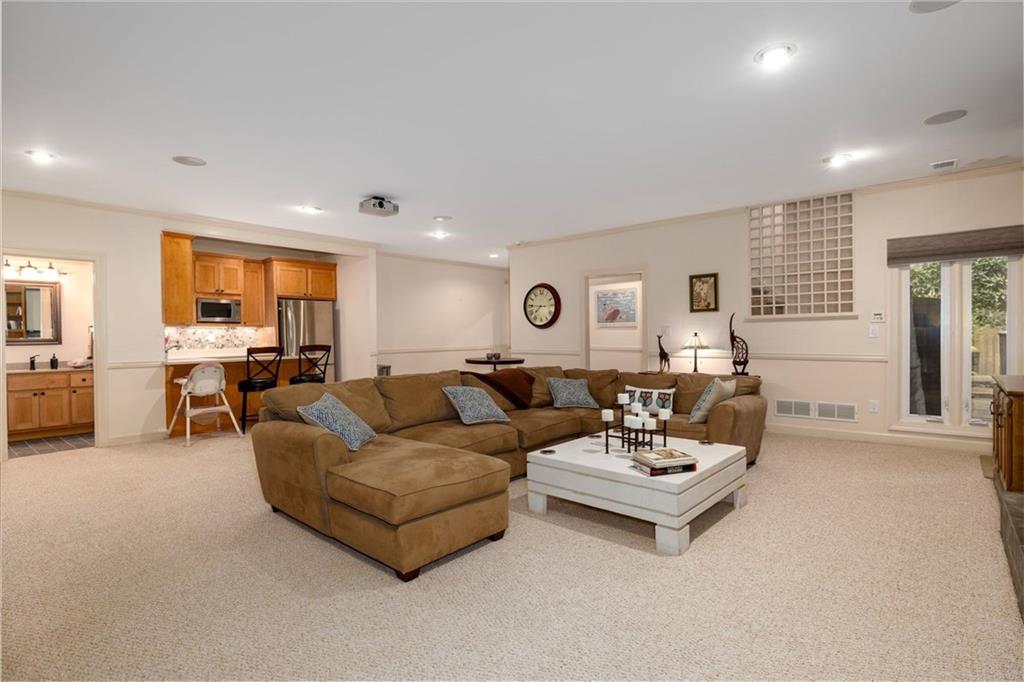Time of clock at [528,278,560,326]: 7:45
